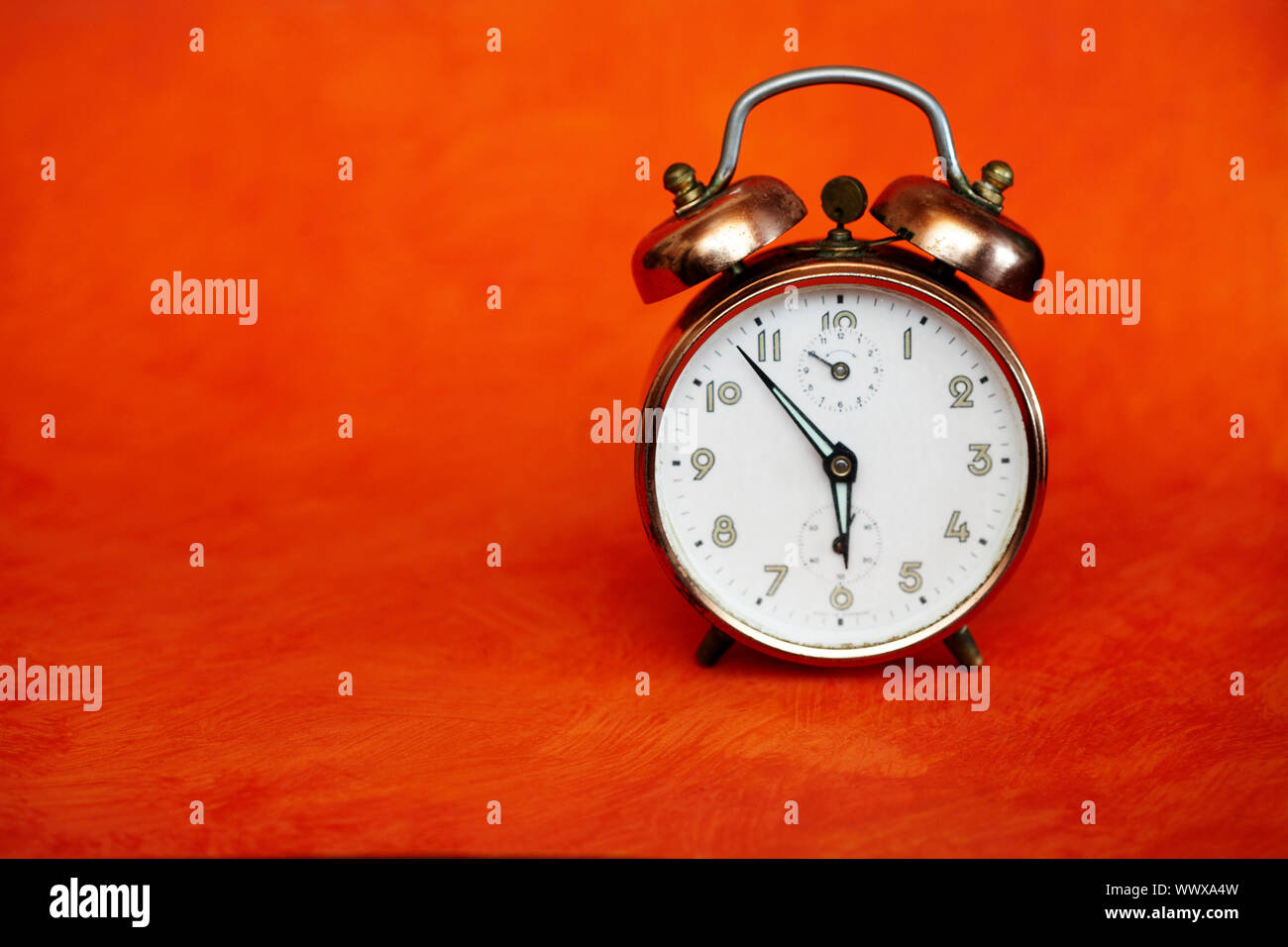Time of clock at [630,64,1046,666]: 5:53
